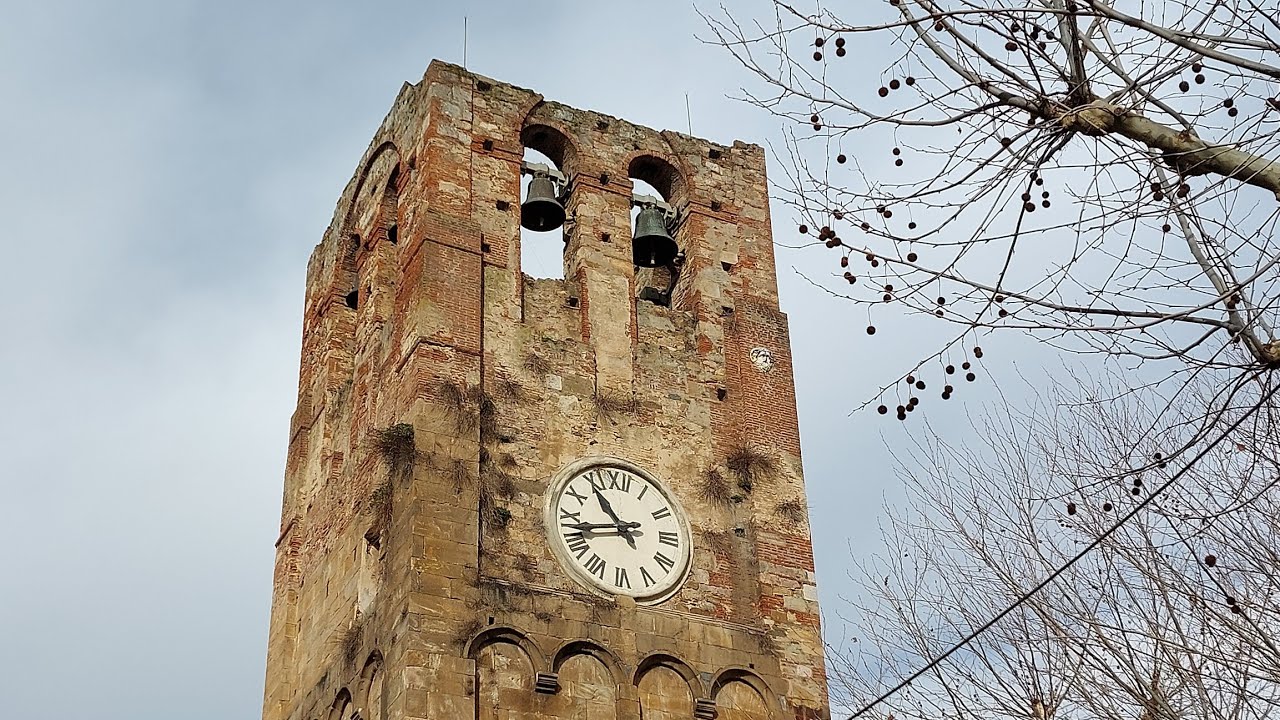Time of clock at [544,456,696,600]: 10:42
